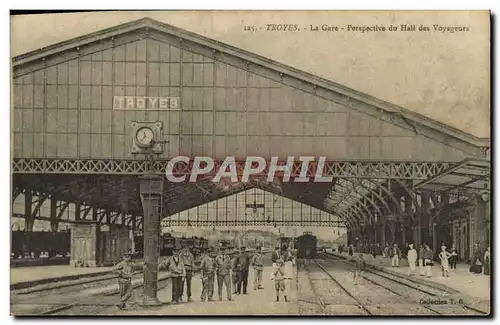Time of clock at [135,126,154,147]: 11:36
